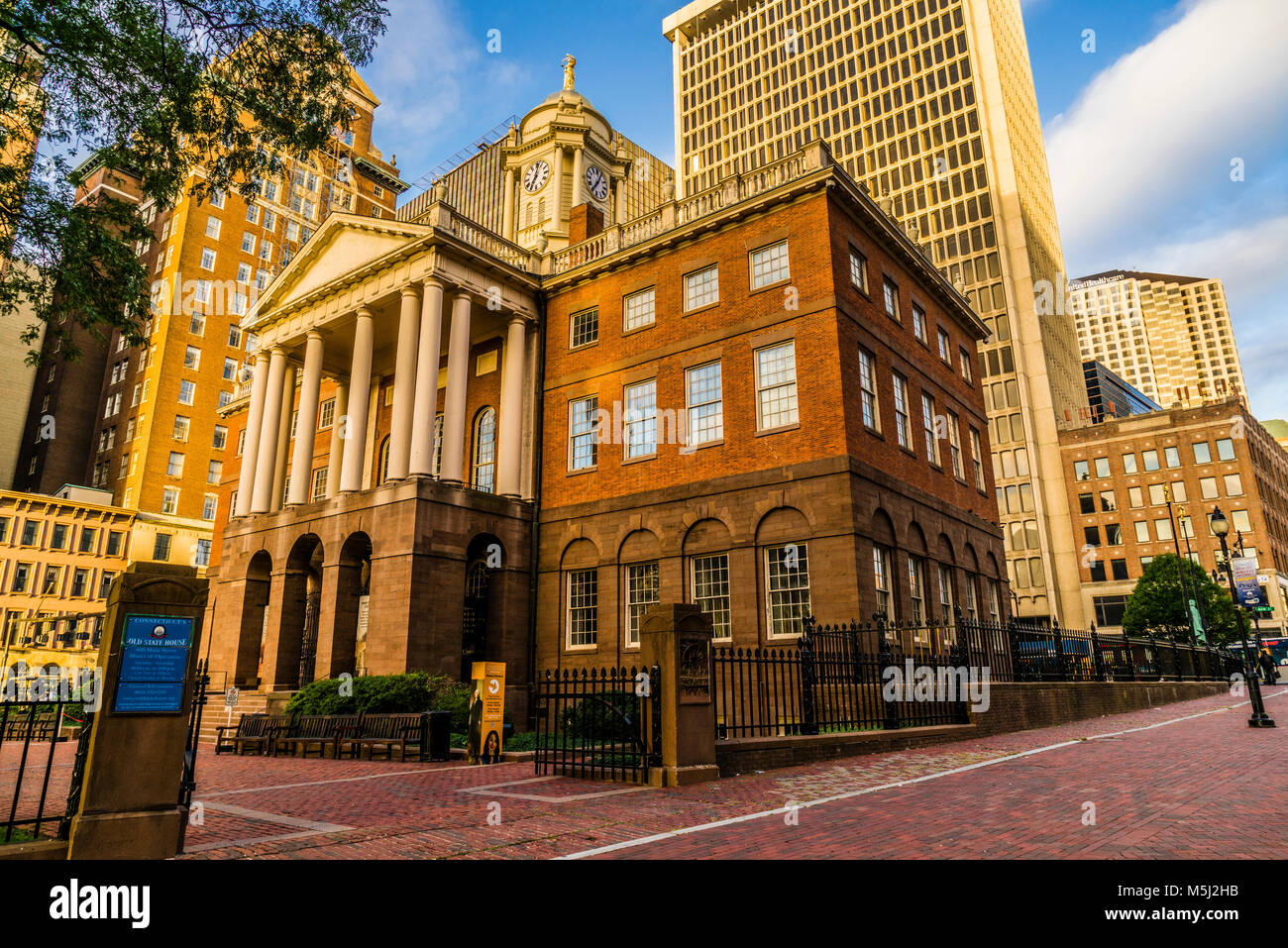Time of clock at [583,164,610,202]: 7:04
